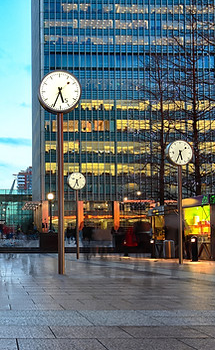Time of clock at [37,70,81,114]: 5:34
